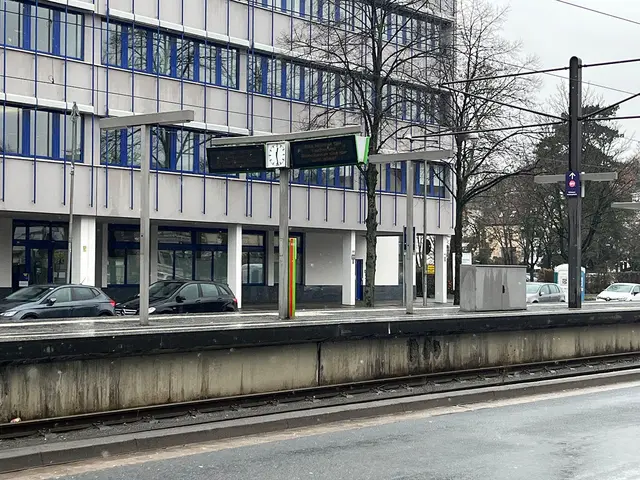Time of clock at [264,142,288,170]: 12:28
